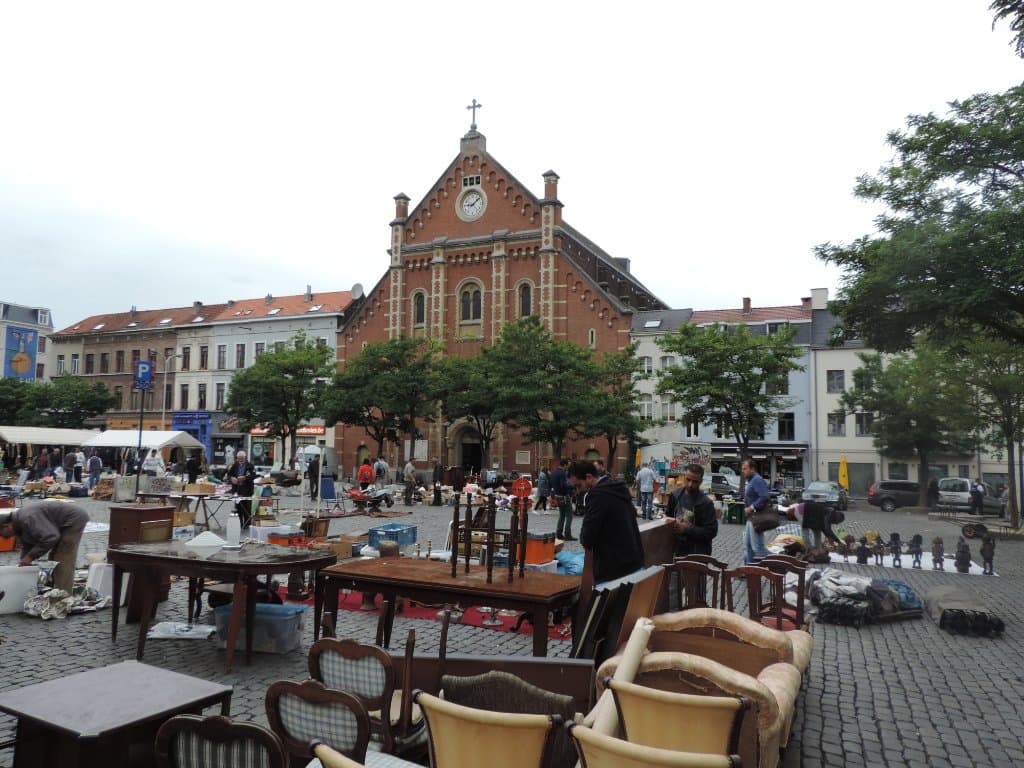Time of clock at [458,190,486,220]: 8:07
